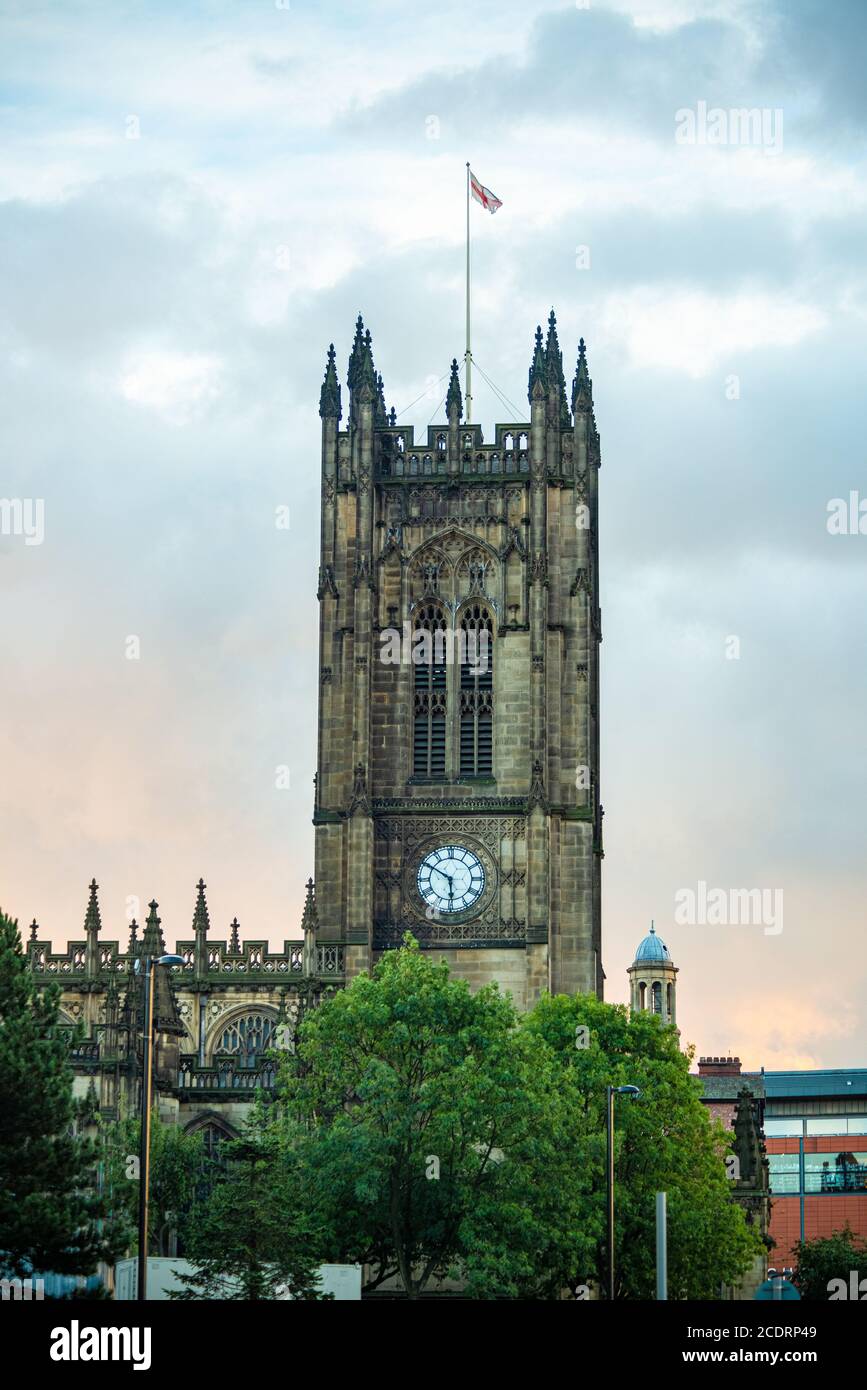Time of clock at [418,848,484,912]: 5:50
